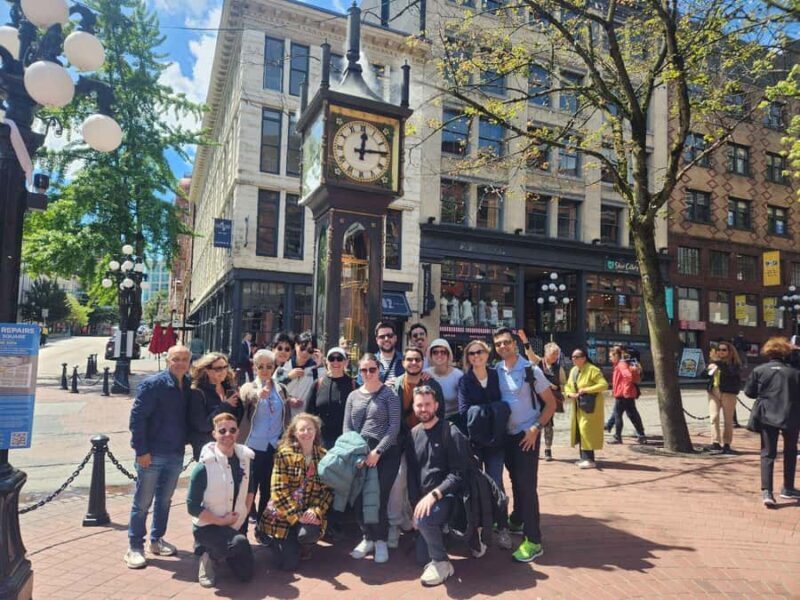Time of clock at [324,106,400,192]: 12:14
